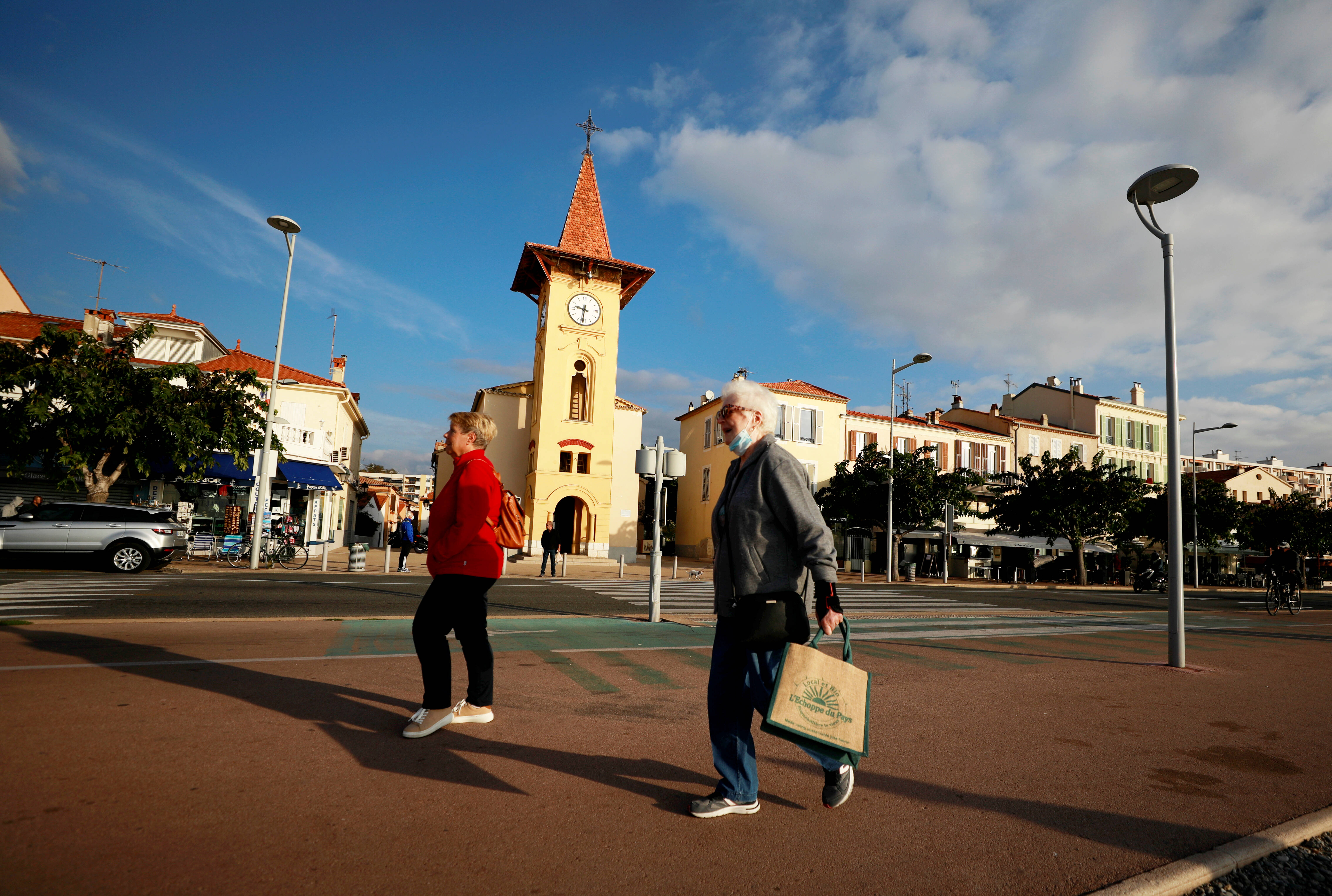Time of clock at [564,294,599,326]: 9:31
